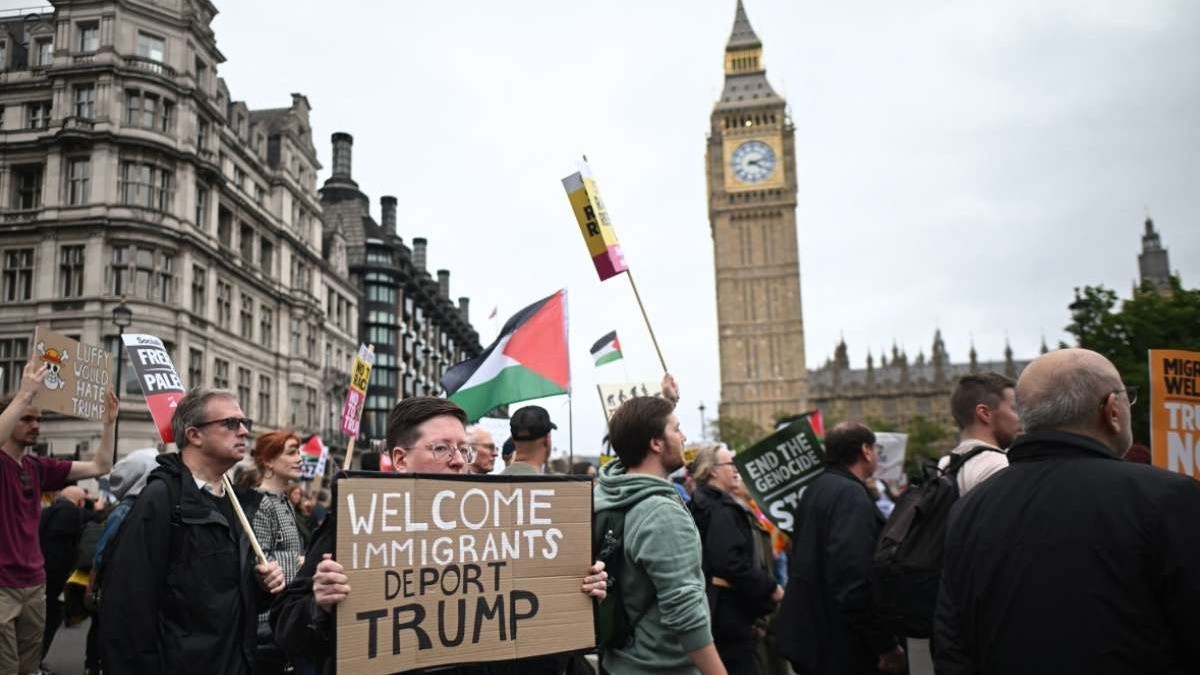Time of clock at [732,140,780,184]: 4:12
